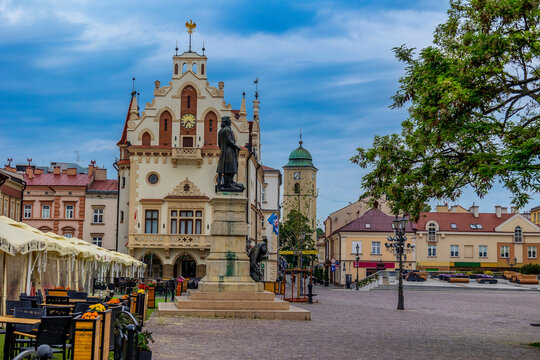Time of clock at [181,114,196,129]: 7:21
